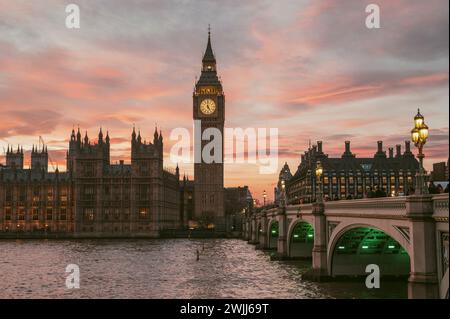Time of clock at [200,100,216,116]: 4:59
